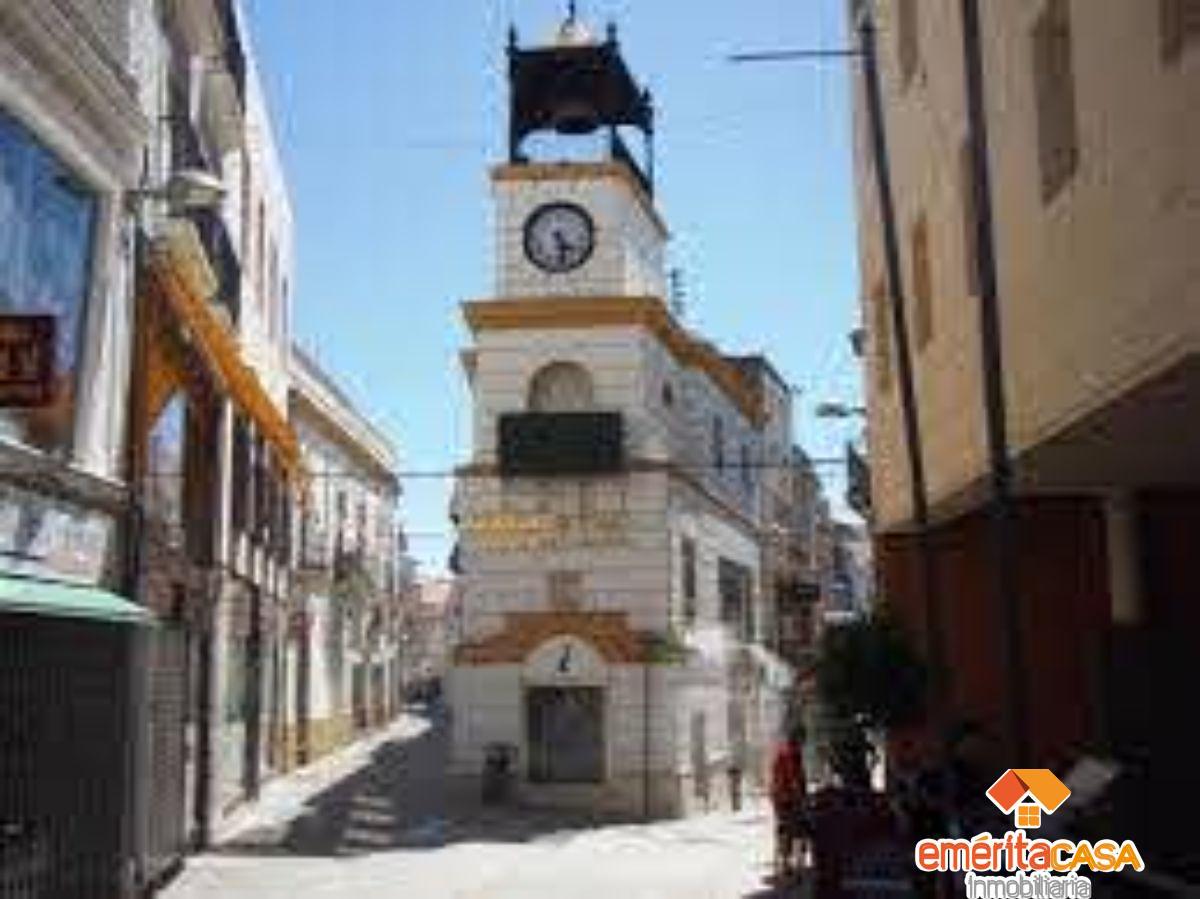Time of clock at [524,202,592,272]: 4:28
